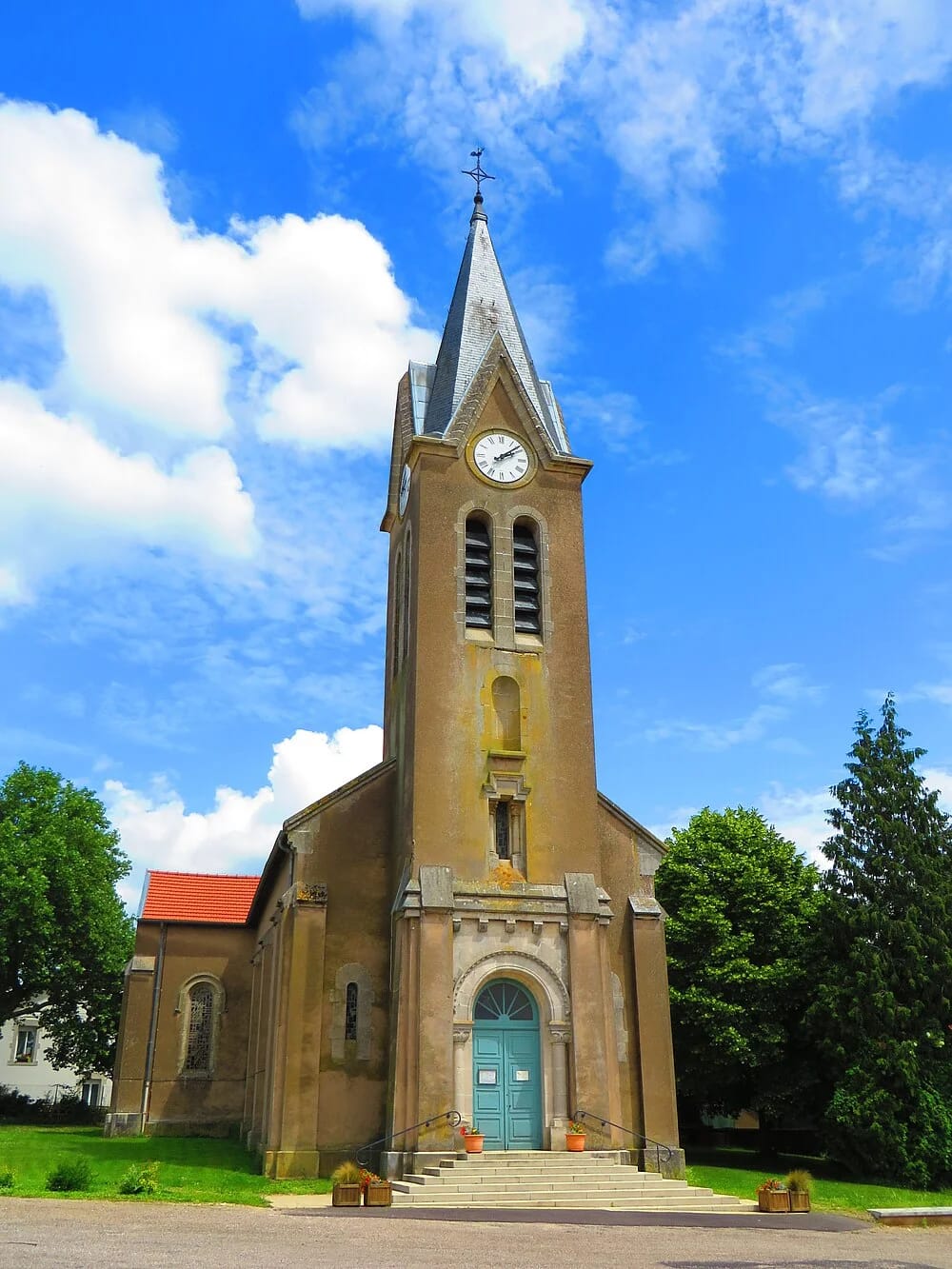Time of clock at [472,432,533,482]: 2:08
